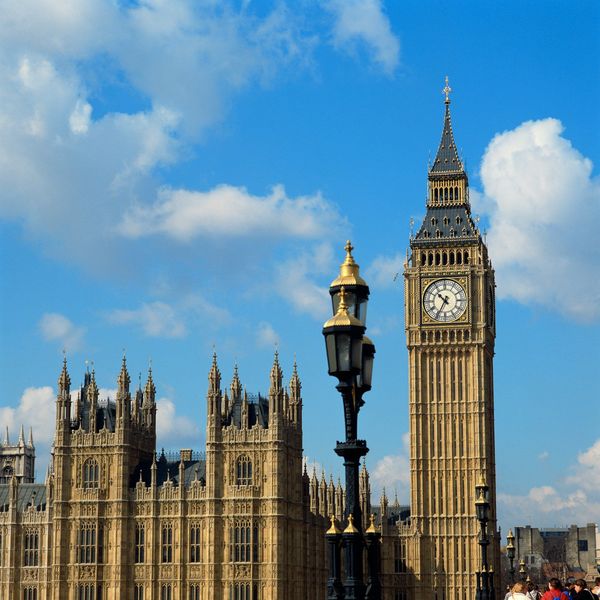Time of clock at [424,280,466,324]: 10:34
